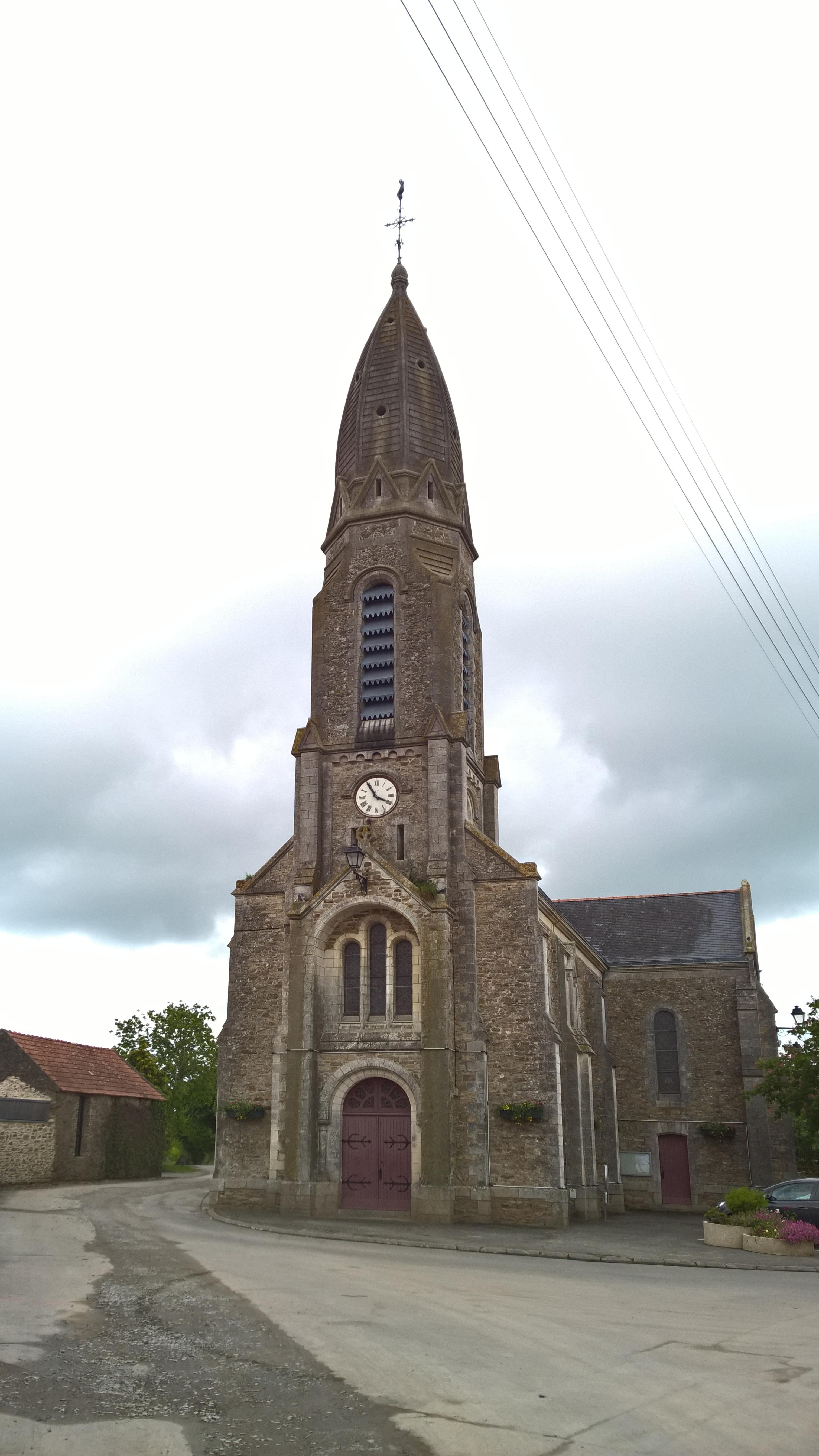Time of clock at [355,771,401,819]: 3:54
